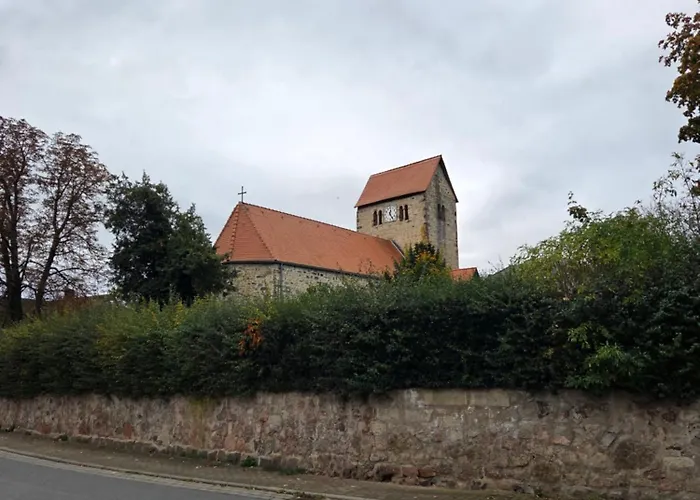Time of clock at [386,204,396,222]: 12:24
